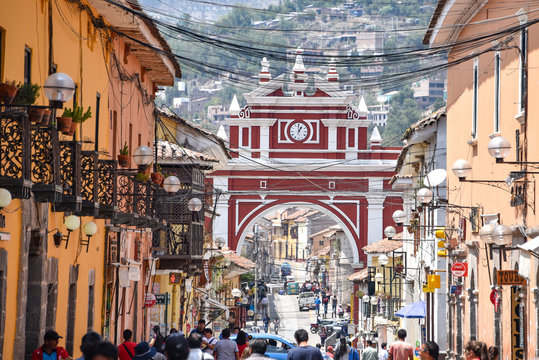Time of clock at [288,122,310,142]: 12:59
